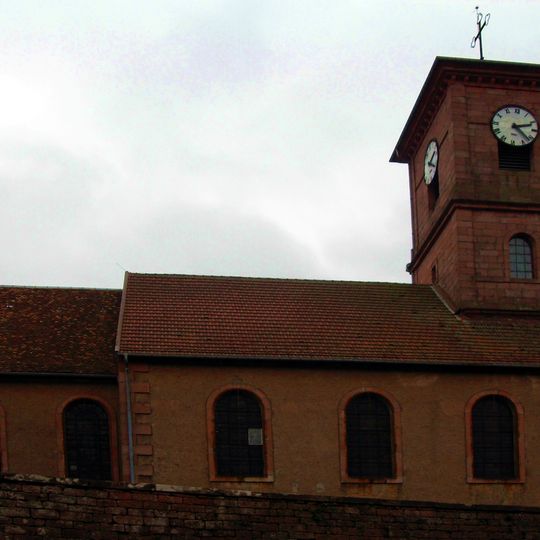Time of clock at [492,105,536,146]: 2:21
